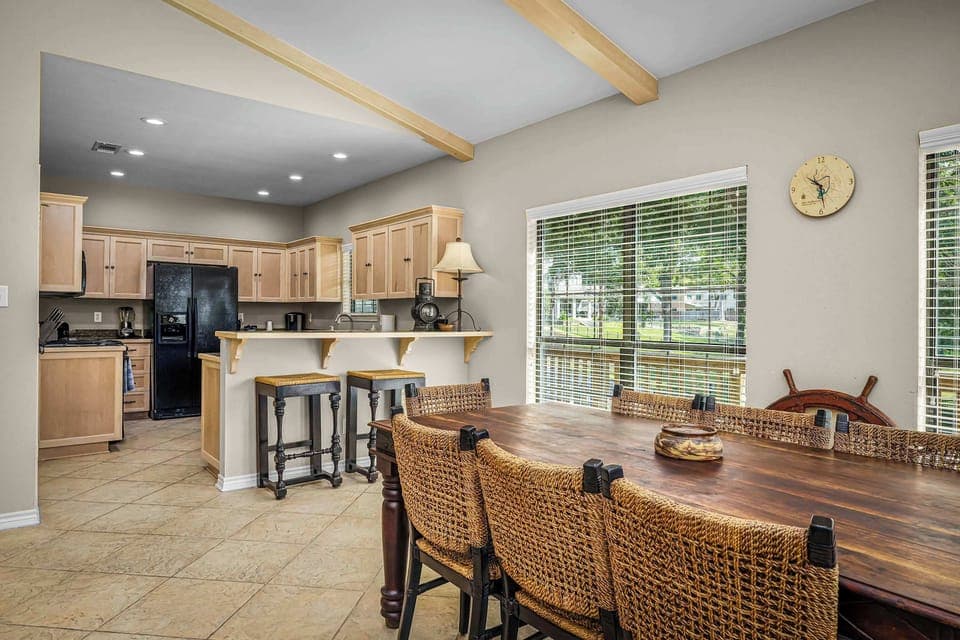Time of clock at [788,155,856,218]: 10:28
